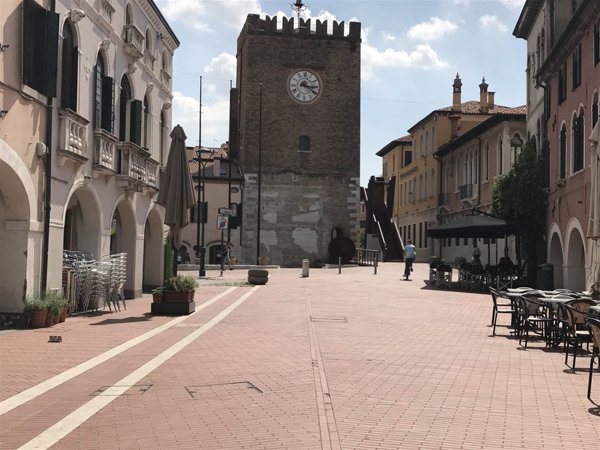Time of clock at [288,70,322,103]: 3:20
